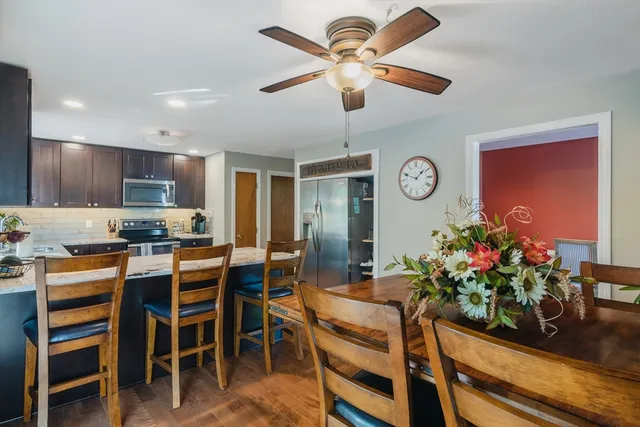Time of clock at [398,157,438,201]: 1:48
